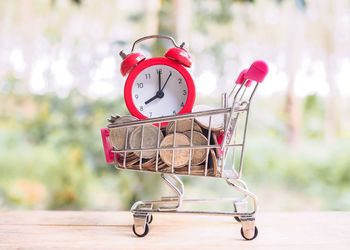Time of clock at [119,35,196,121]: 8:00
